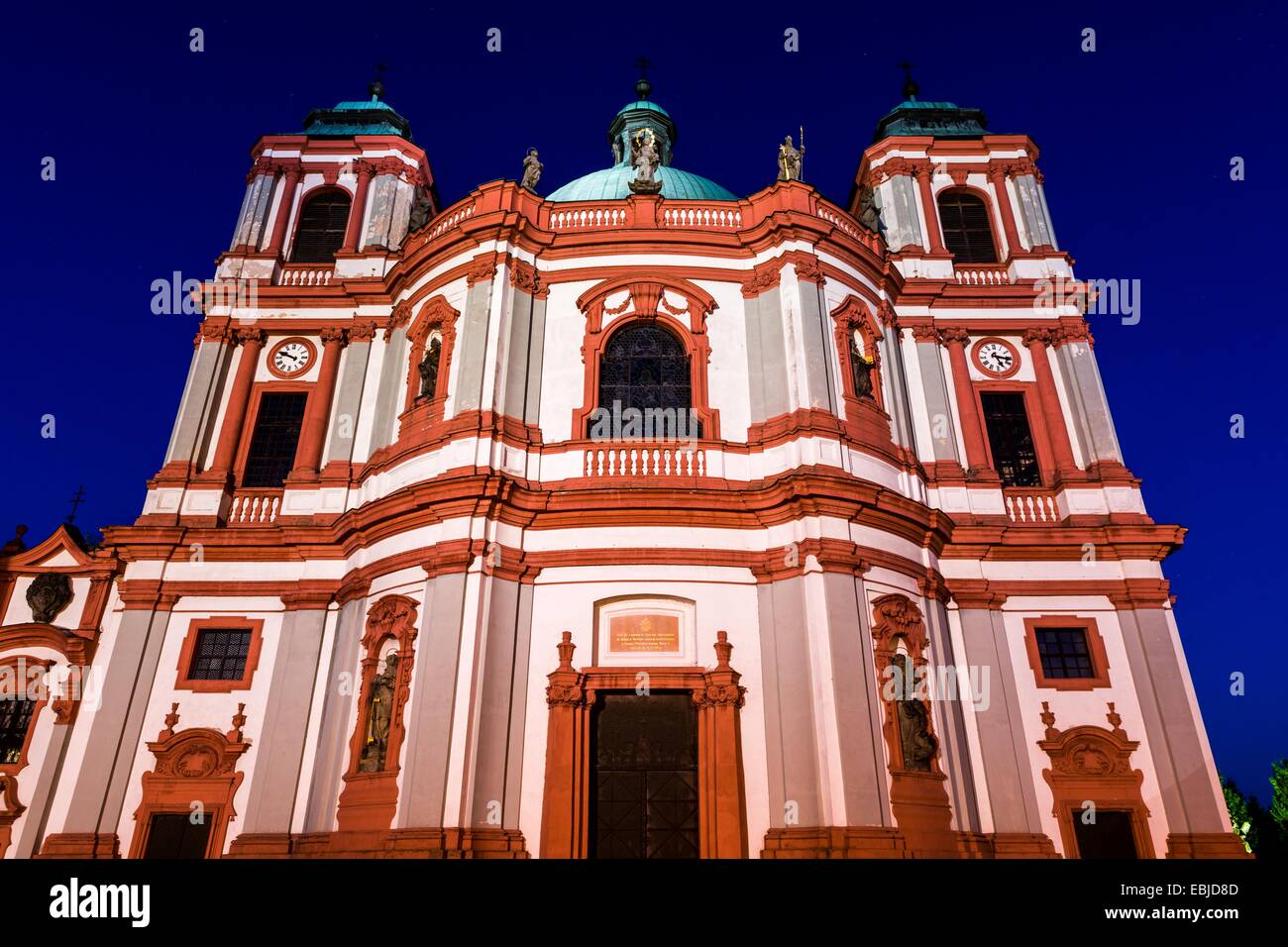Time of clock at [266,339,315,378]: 9:48
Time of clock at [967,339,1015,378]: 5:16
